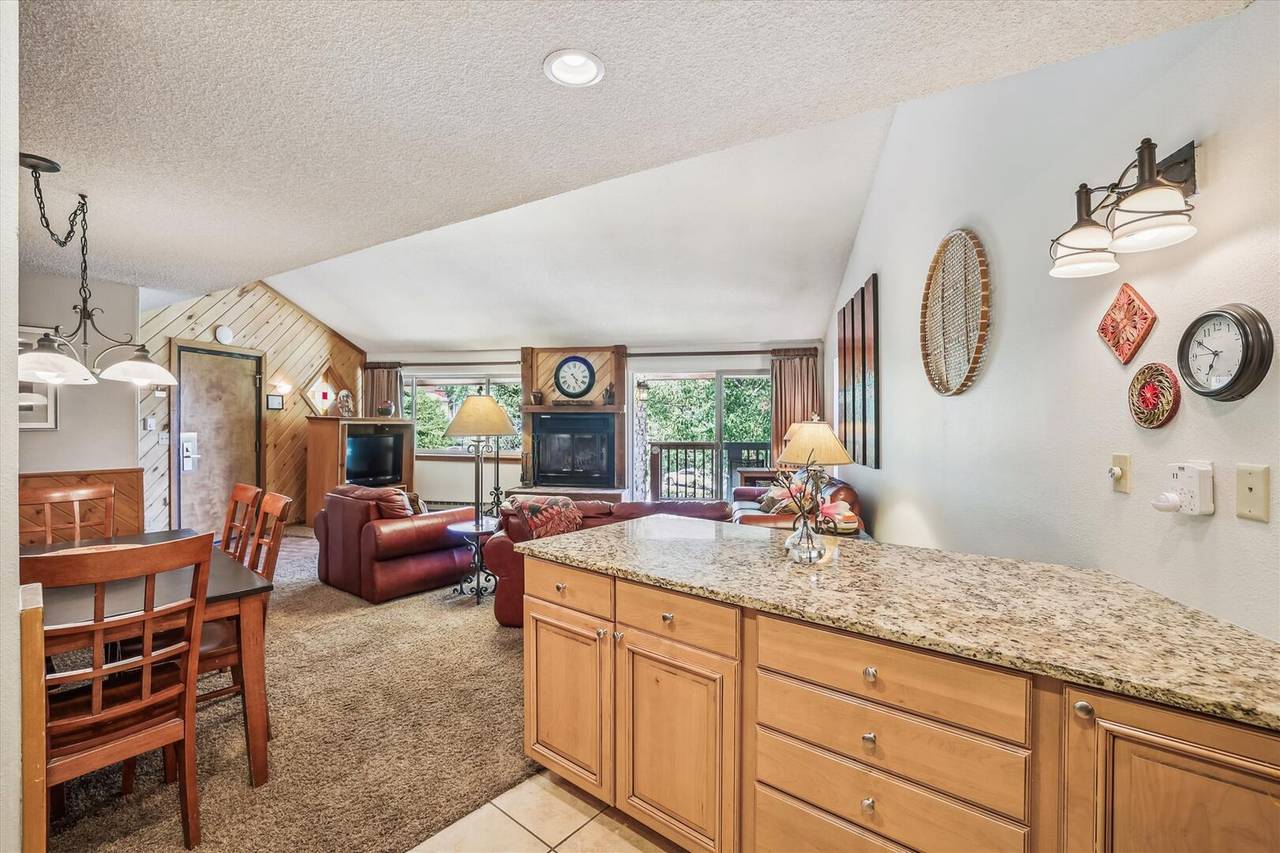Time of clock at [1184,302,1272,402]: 6:50
